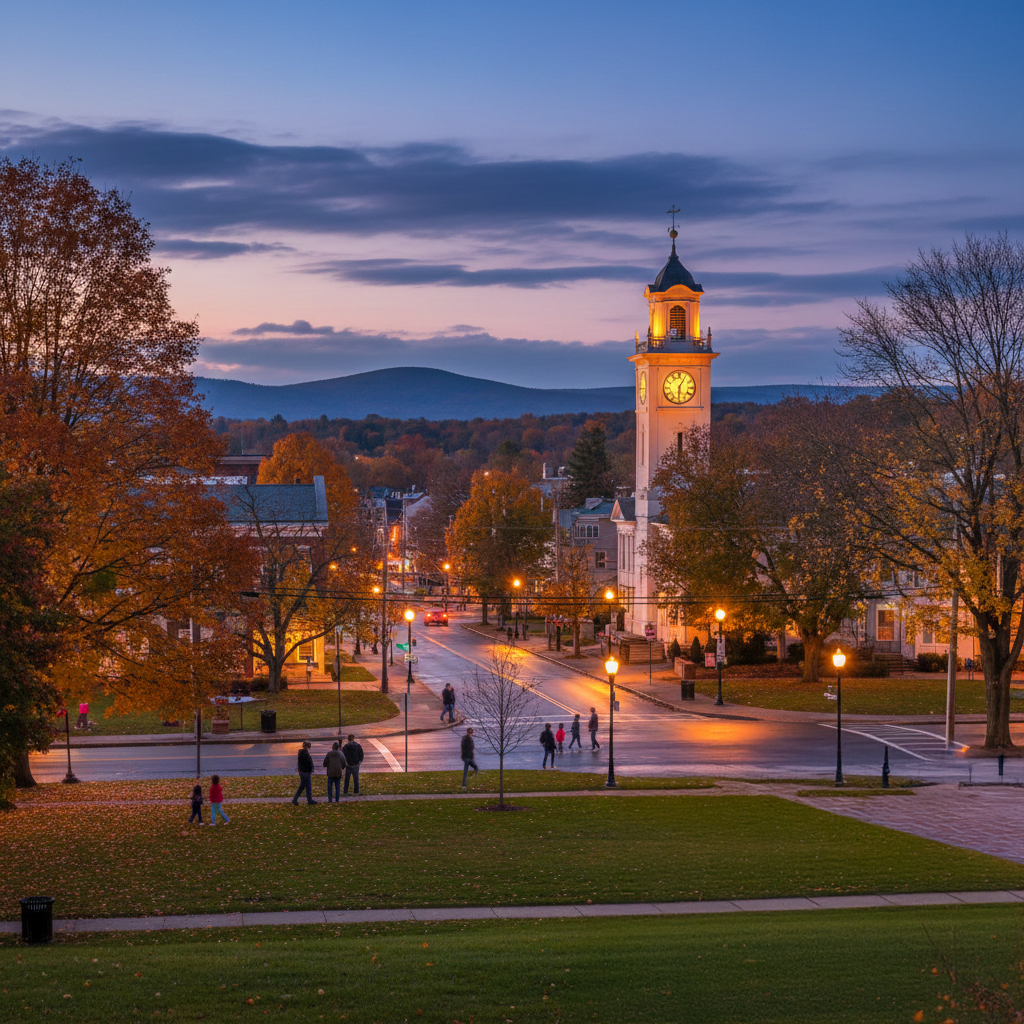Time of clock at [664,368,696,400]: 6:05
